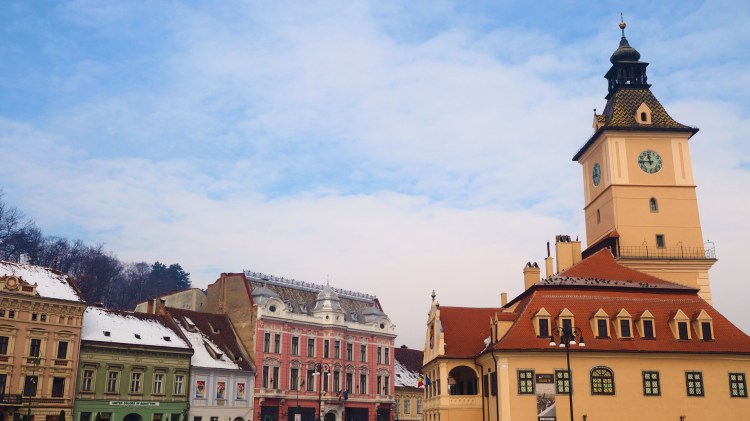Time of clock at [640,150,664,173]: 11:44
